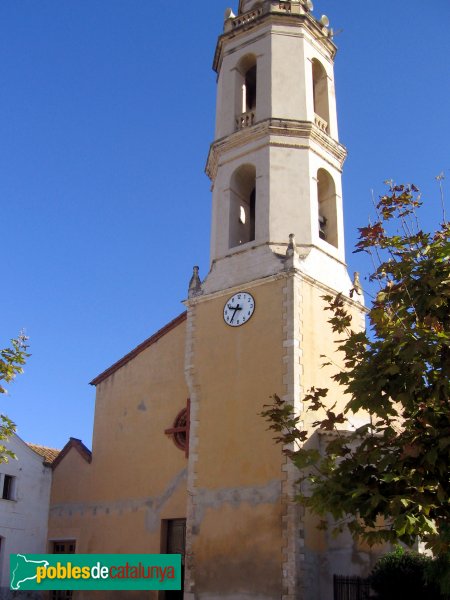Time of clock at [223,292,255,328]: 9:35
